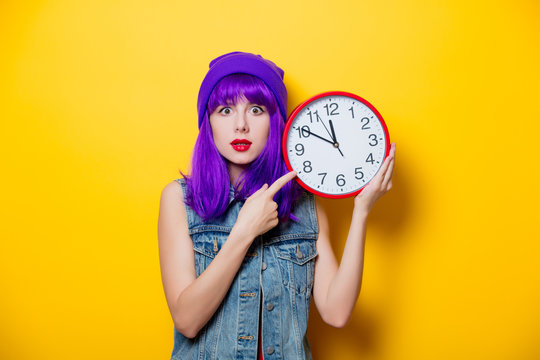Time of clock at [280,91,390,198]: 11:50
